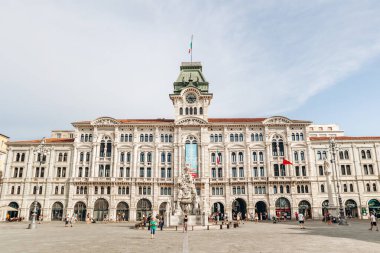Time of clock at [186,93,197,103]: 5:14
